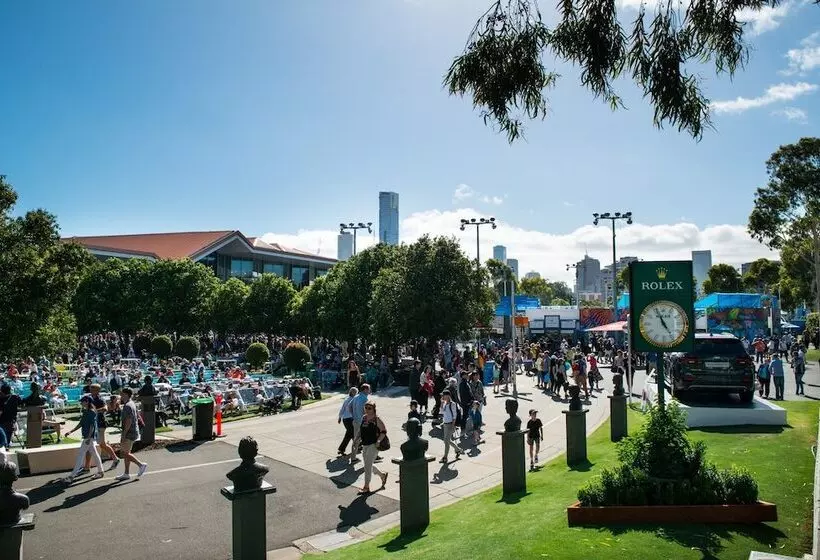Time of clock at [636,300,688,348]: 4:56
